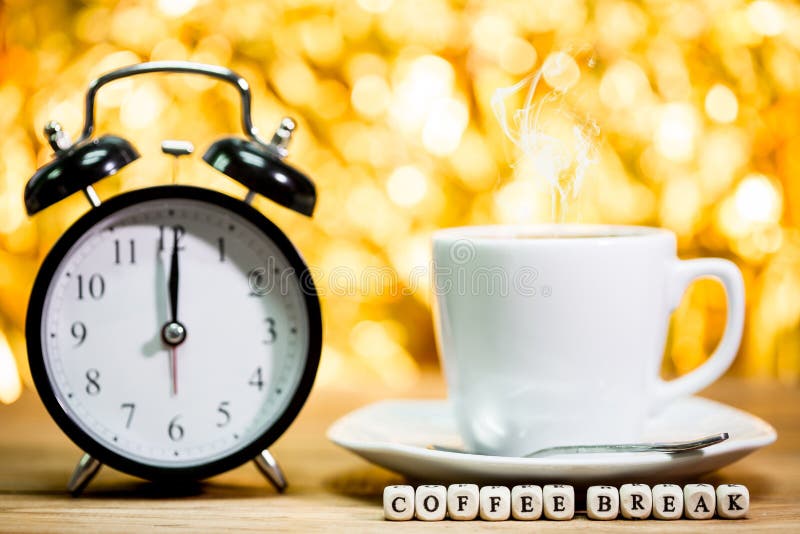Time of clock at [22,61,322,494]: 12:00
